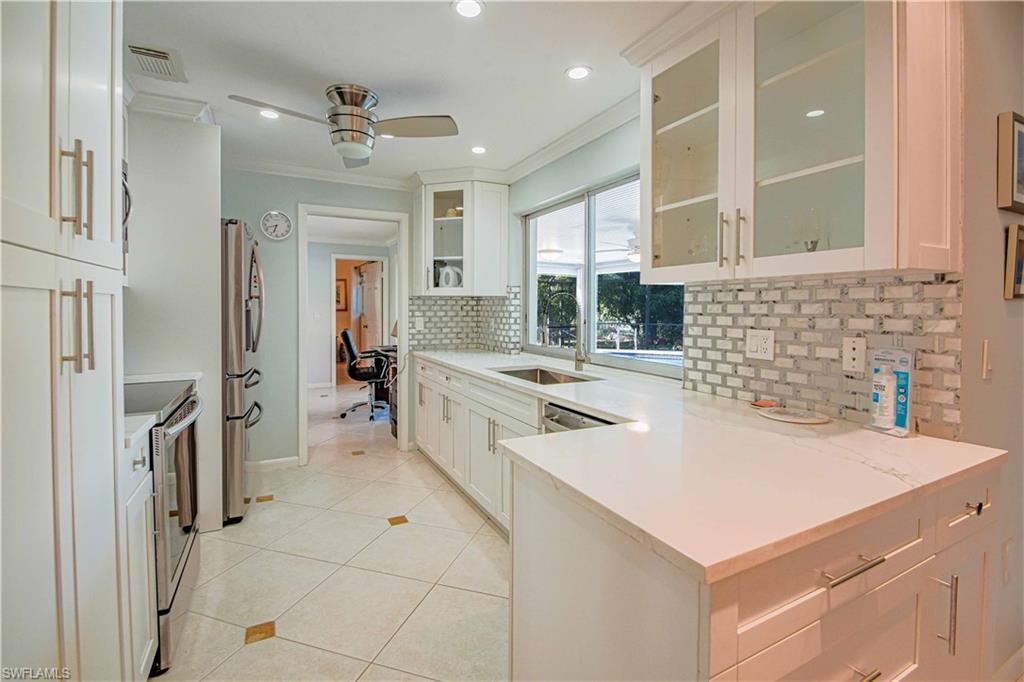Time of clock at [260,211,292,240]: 6:42
